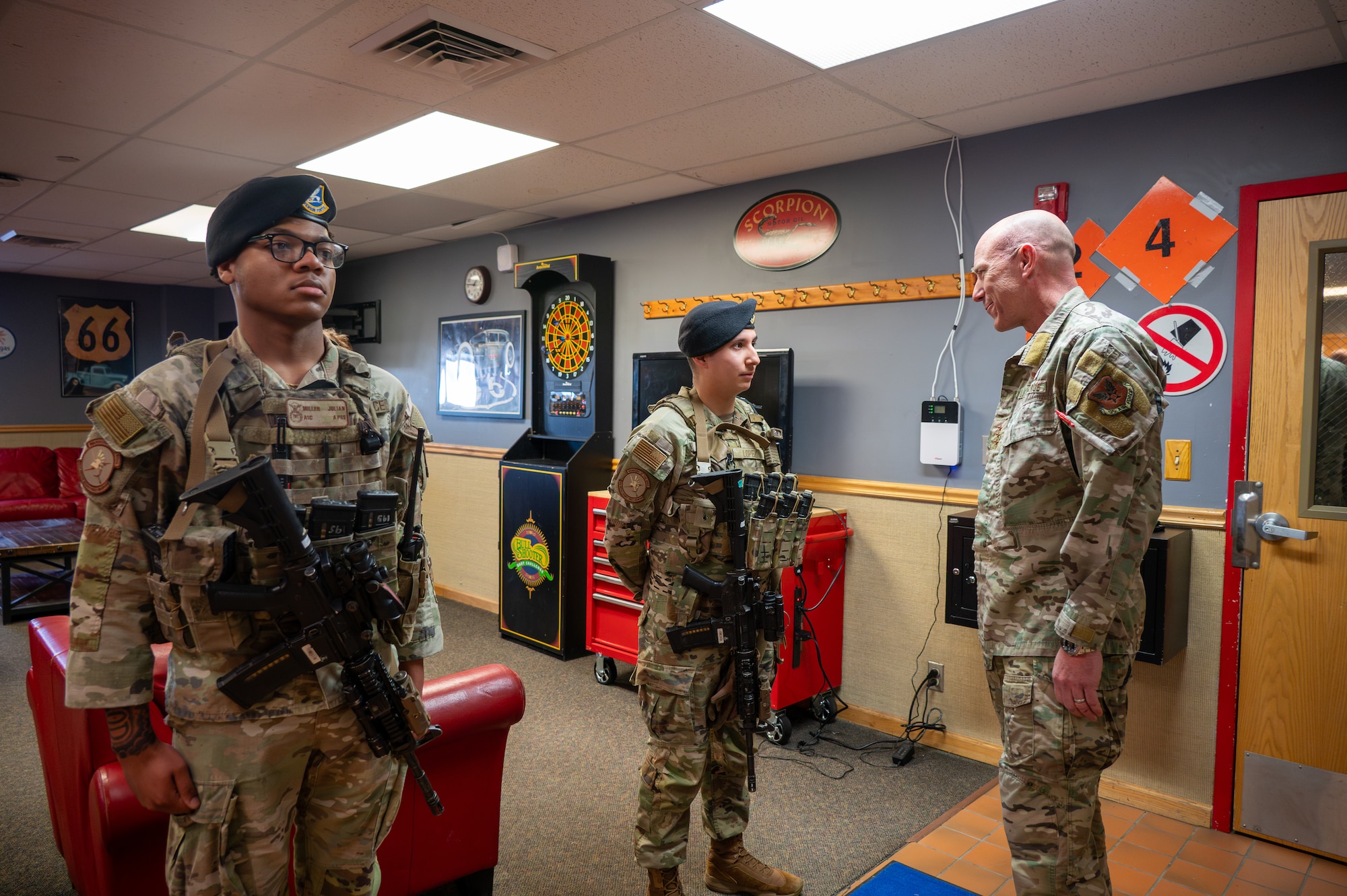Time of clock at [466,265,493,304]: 12:46
